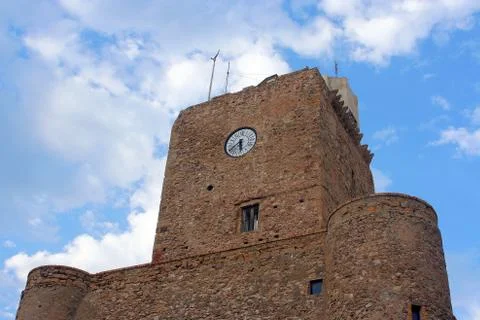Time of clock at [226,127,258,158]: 5:38
